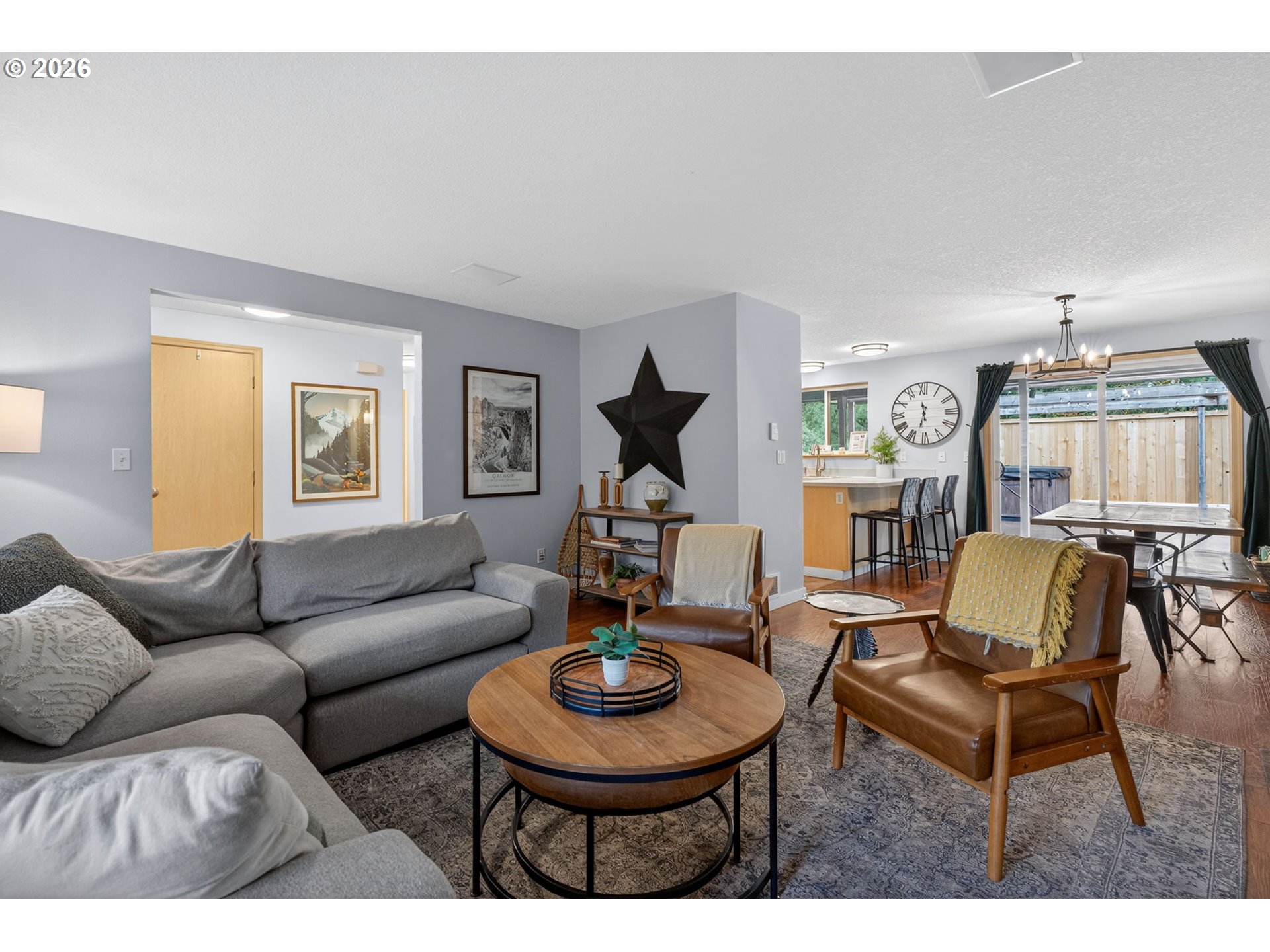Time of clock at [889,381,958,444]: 11:32
